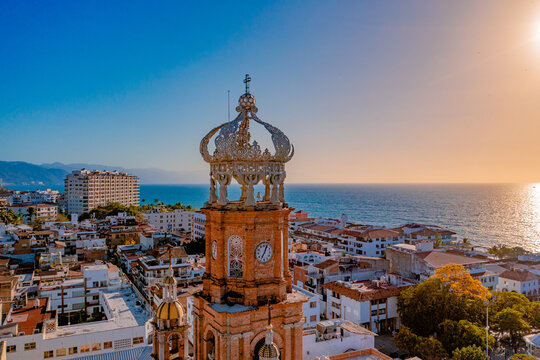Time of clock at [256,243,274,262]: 7:04
